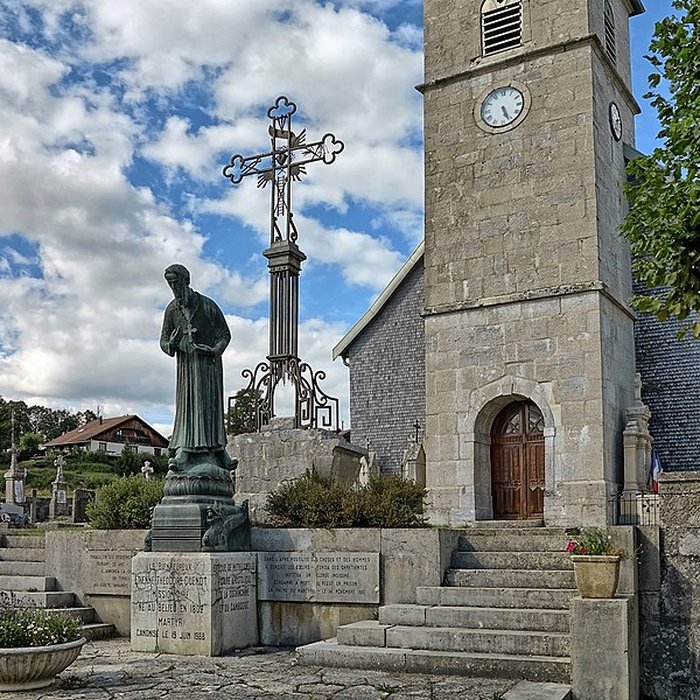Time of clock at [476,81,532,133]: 5:26
